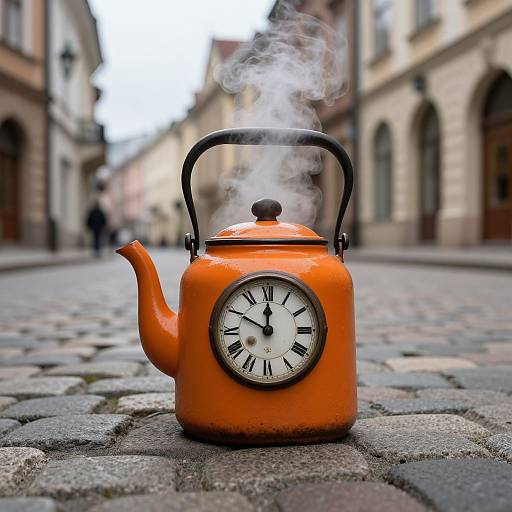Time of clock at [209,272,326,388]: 11:49
